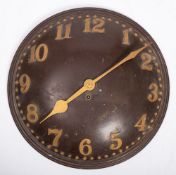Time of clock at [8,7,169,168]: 1:38
